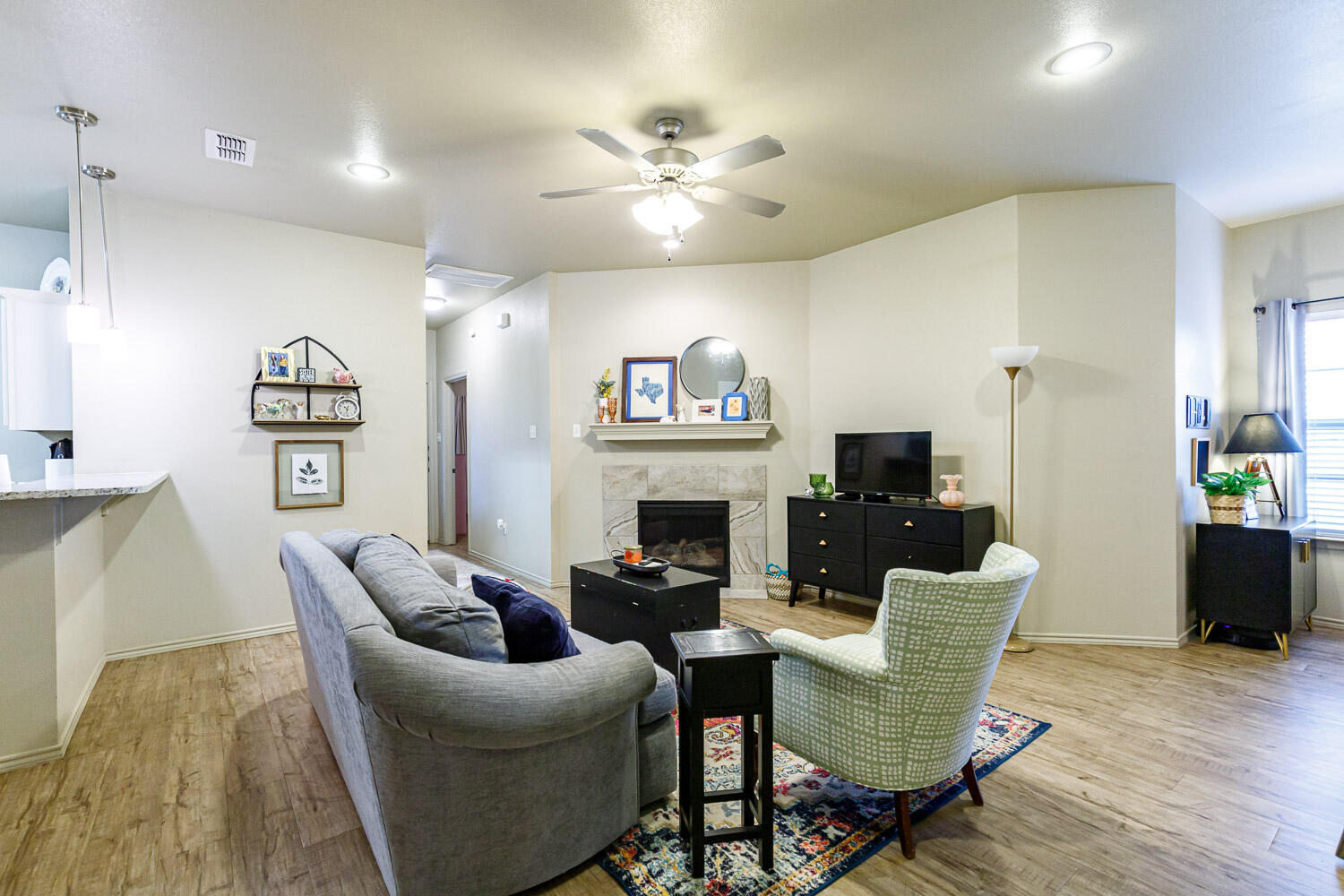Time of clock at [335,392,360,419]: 10:33
